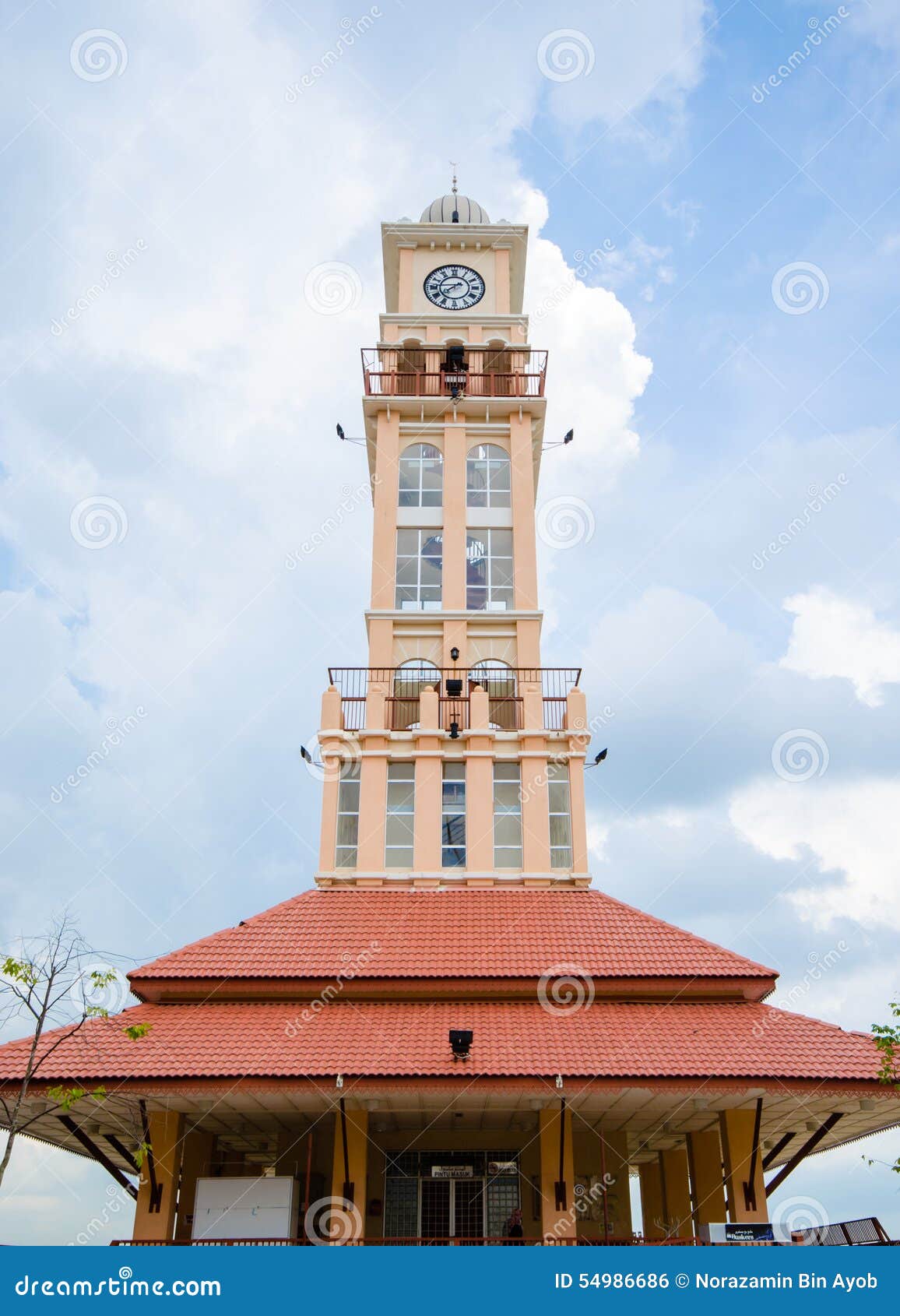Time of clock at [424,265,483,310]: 7:45
